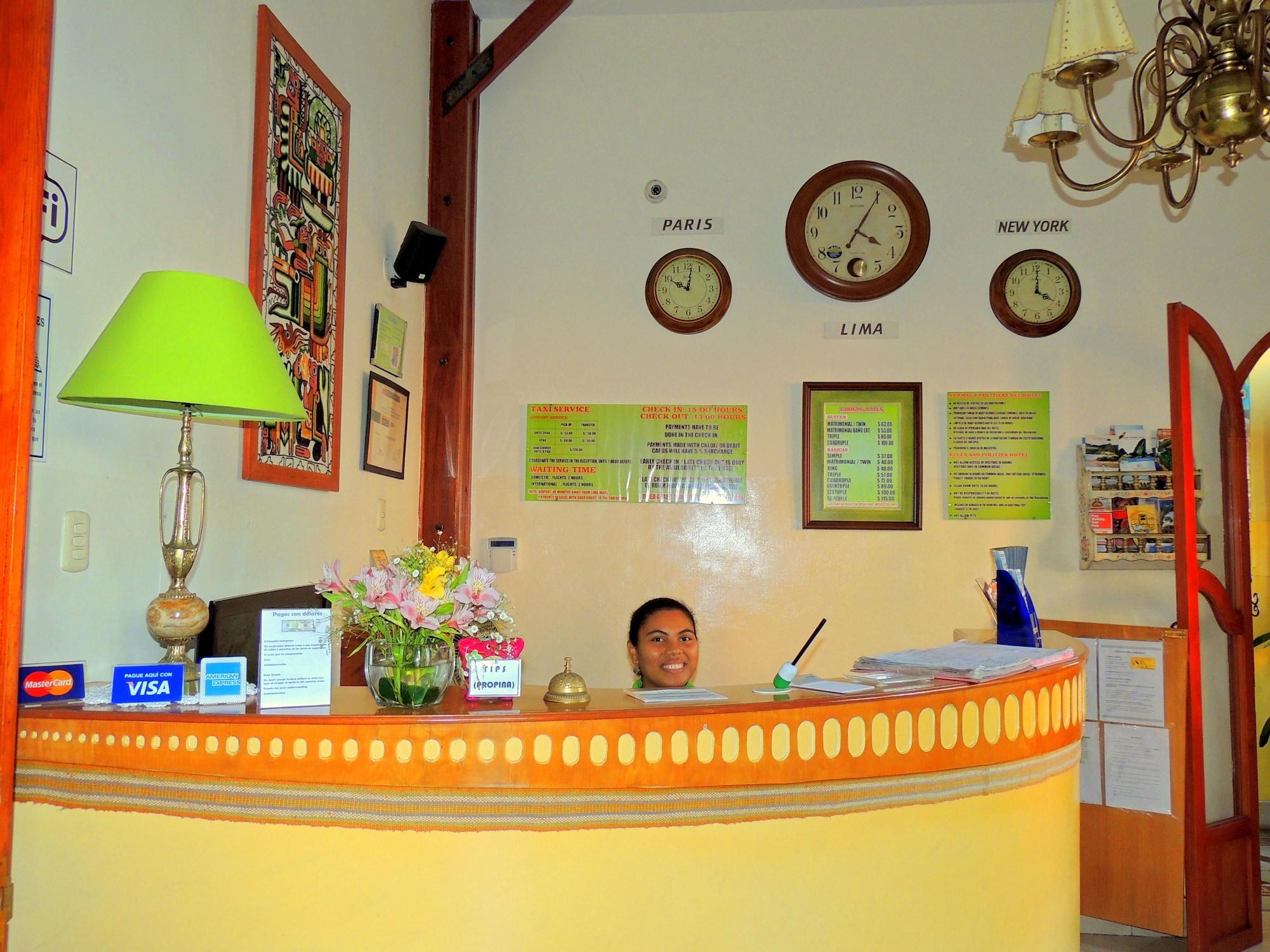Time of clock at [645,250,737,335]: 10:01
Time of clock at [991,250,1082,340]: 4:00
